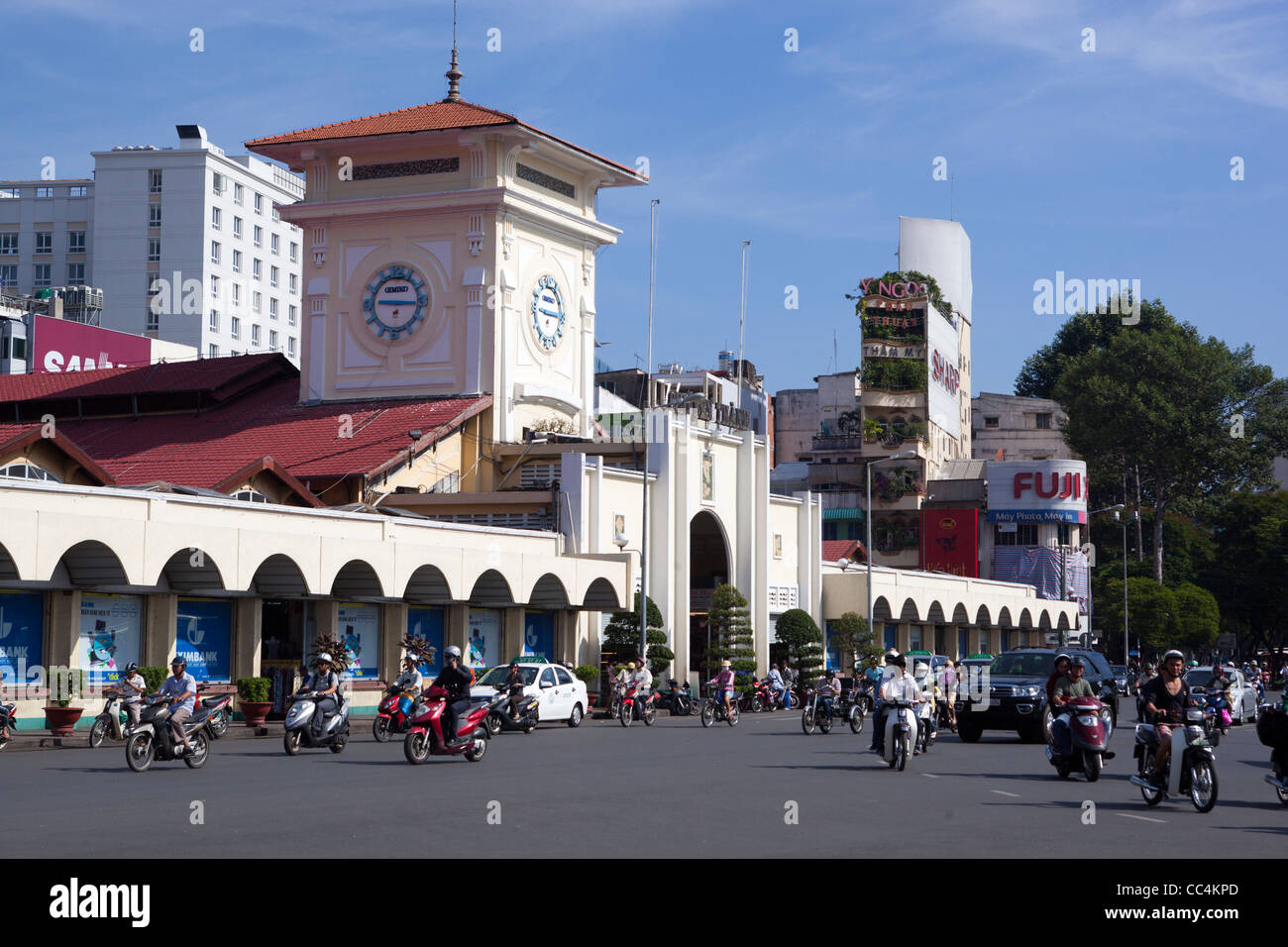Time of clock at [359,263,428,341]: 9:15
